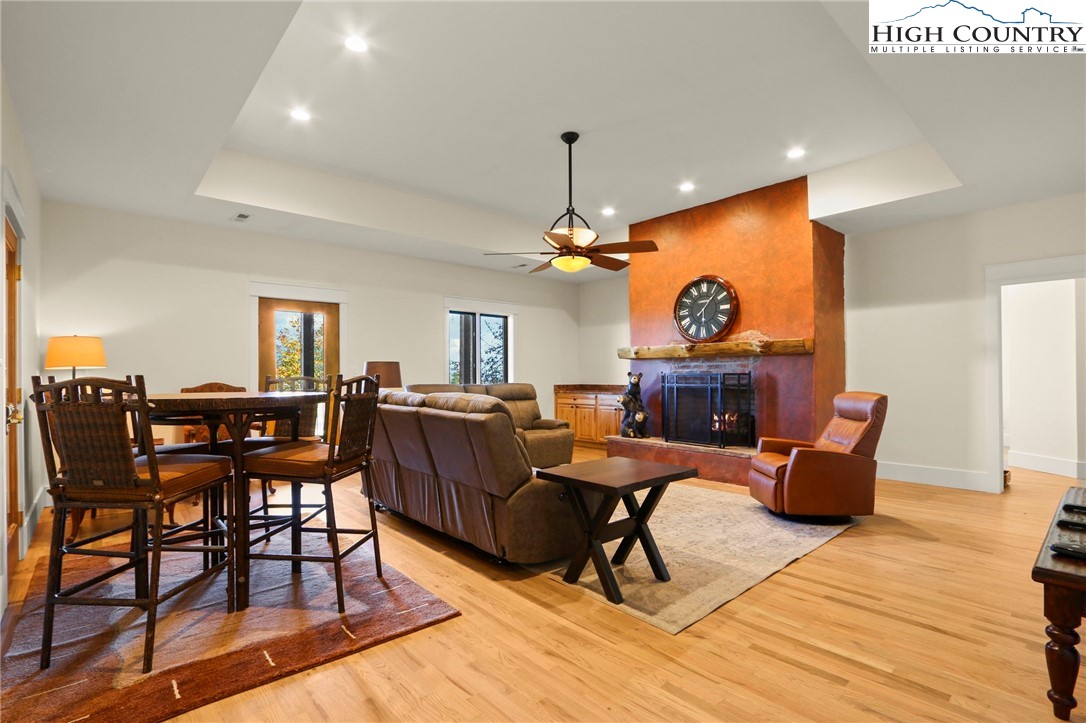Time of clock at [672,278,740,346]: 6:06
